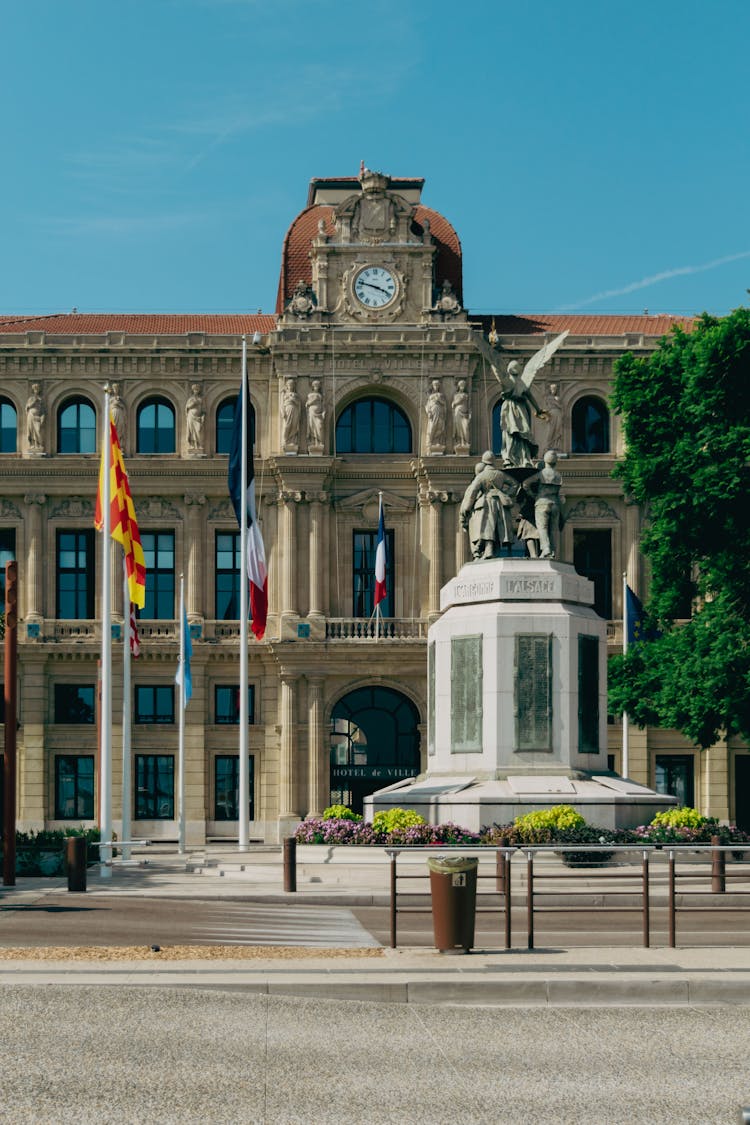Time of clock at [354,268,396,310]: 3:47
